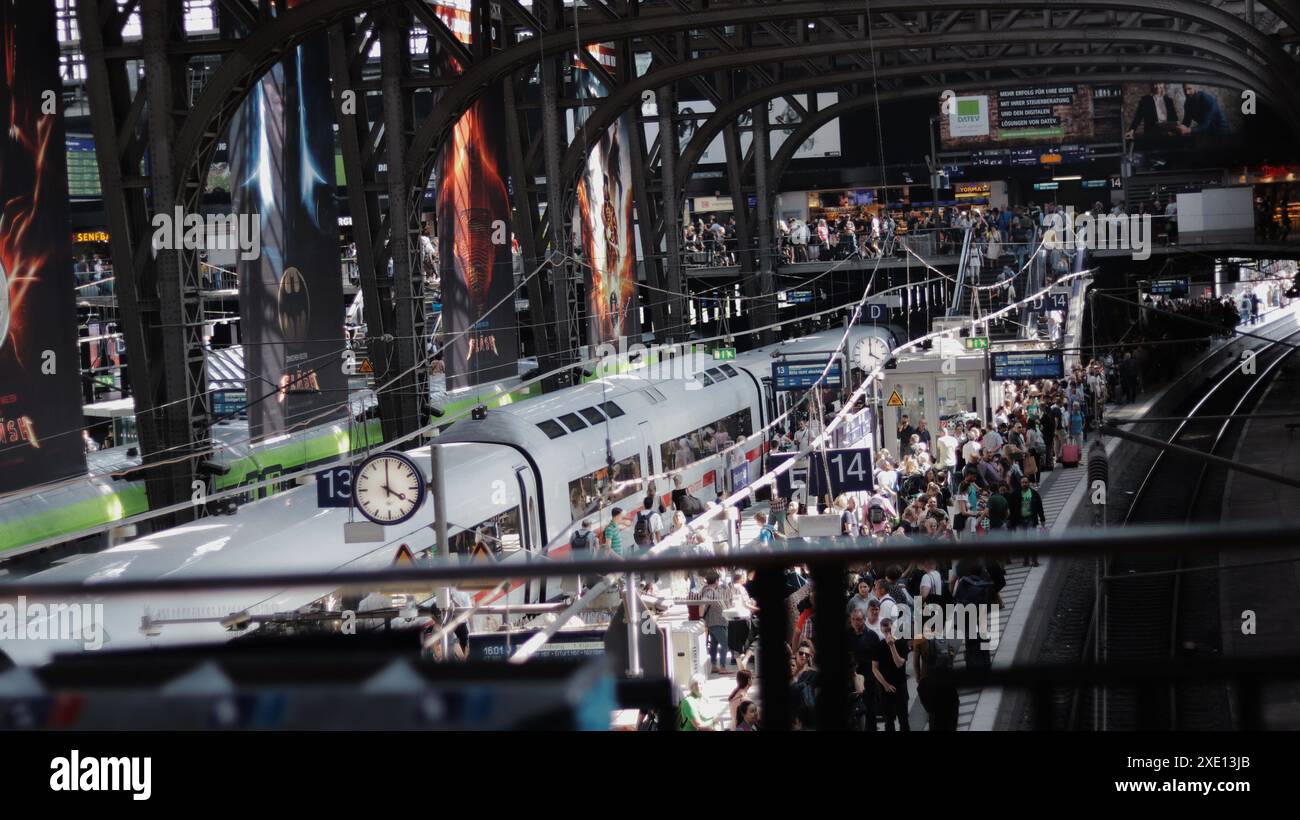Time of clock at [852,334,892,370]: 4:00
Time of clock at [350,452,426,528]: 4:00
